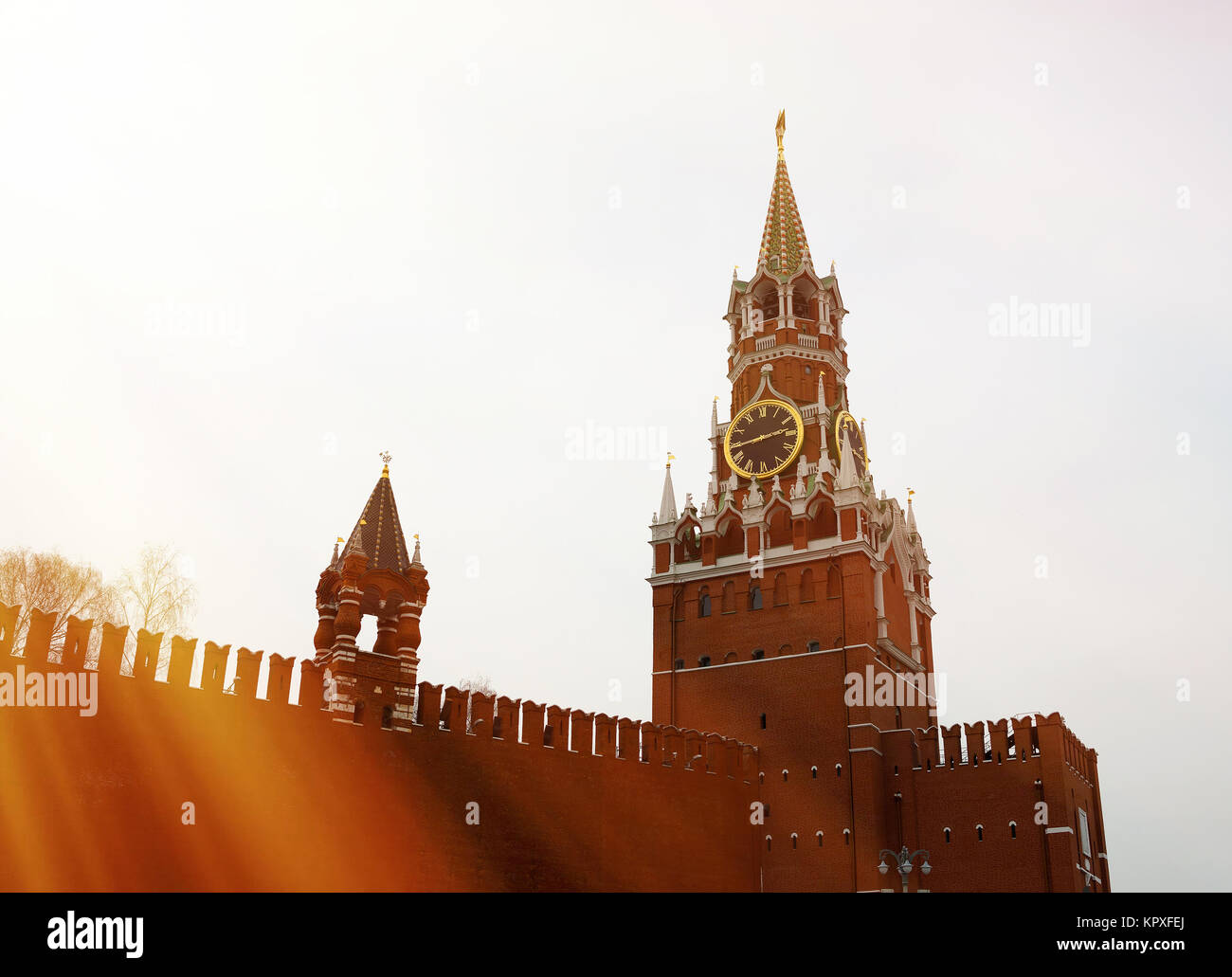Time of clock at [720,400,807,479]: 2:44
